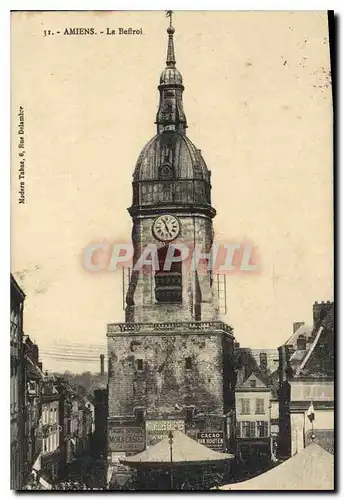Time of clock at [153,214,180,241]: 11:26
